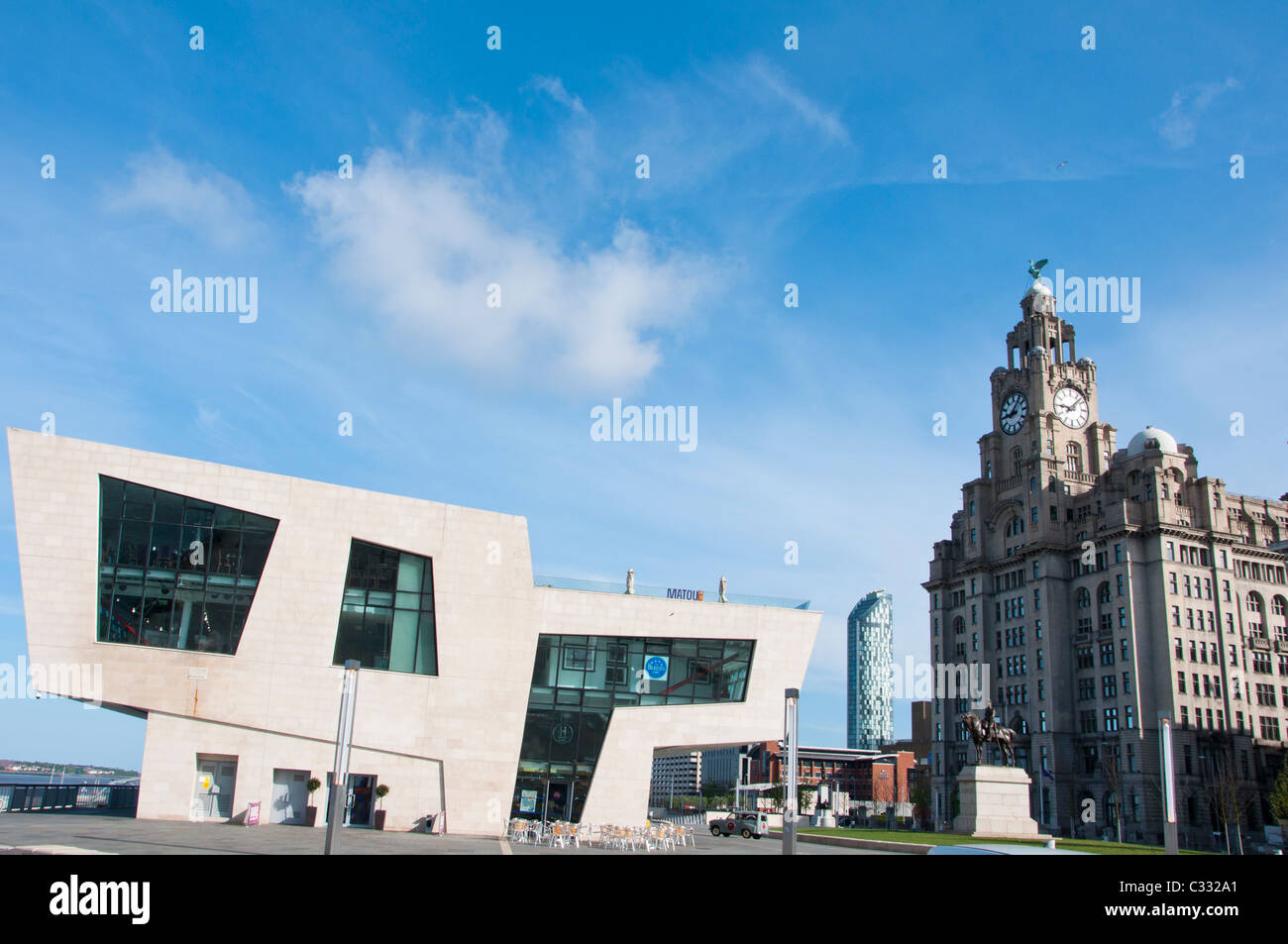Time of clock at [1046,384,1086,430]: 9:07
